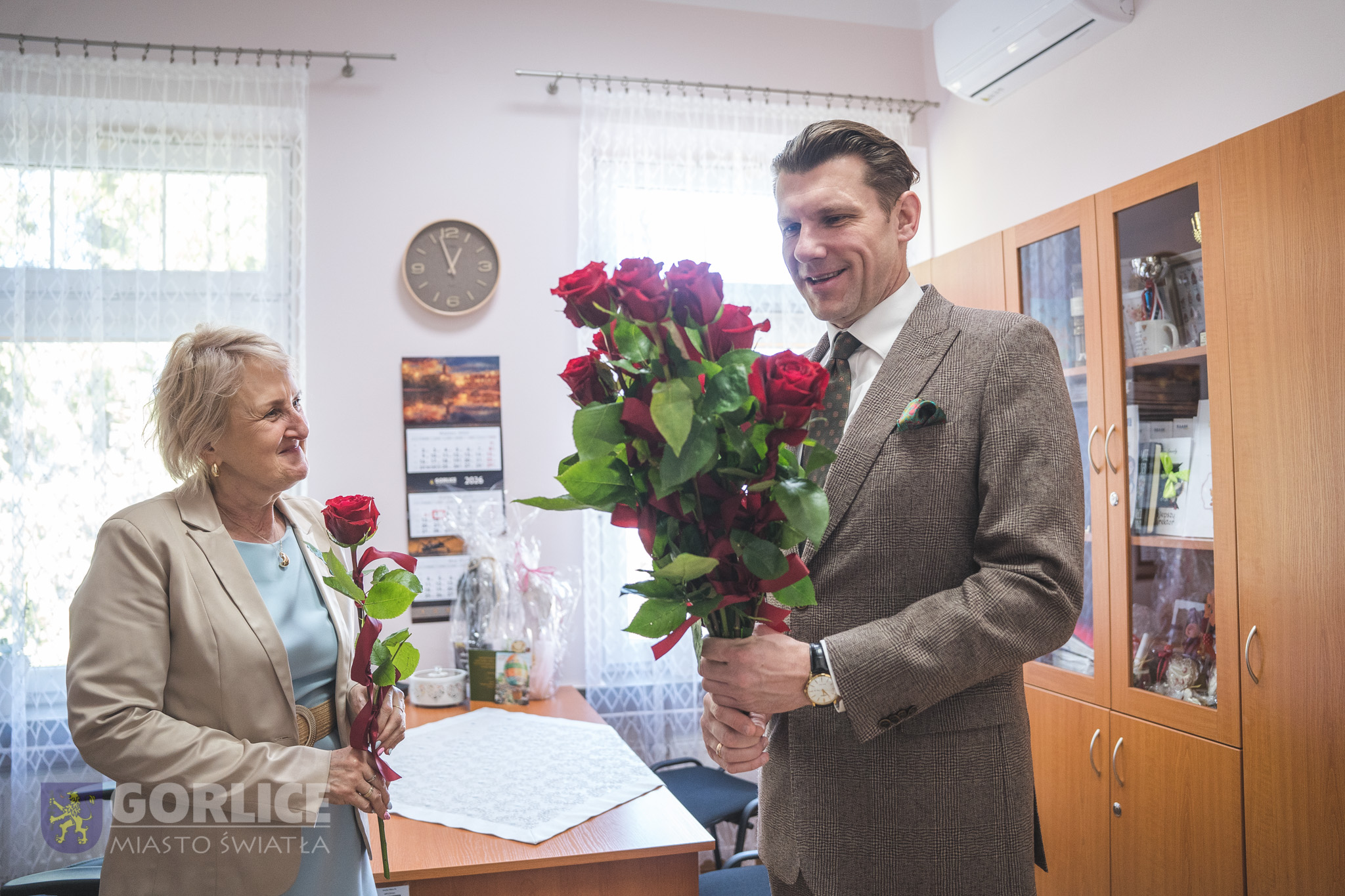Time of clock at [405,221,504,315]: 12:57
